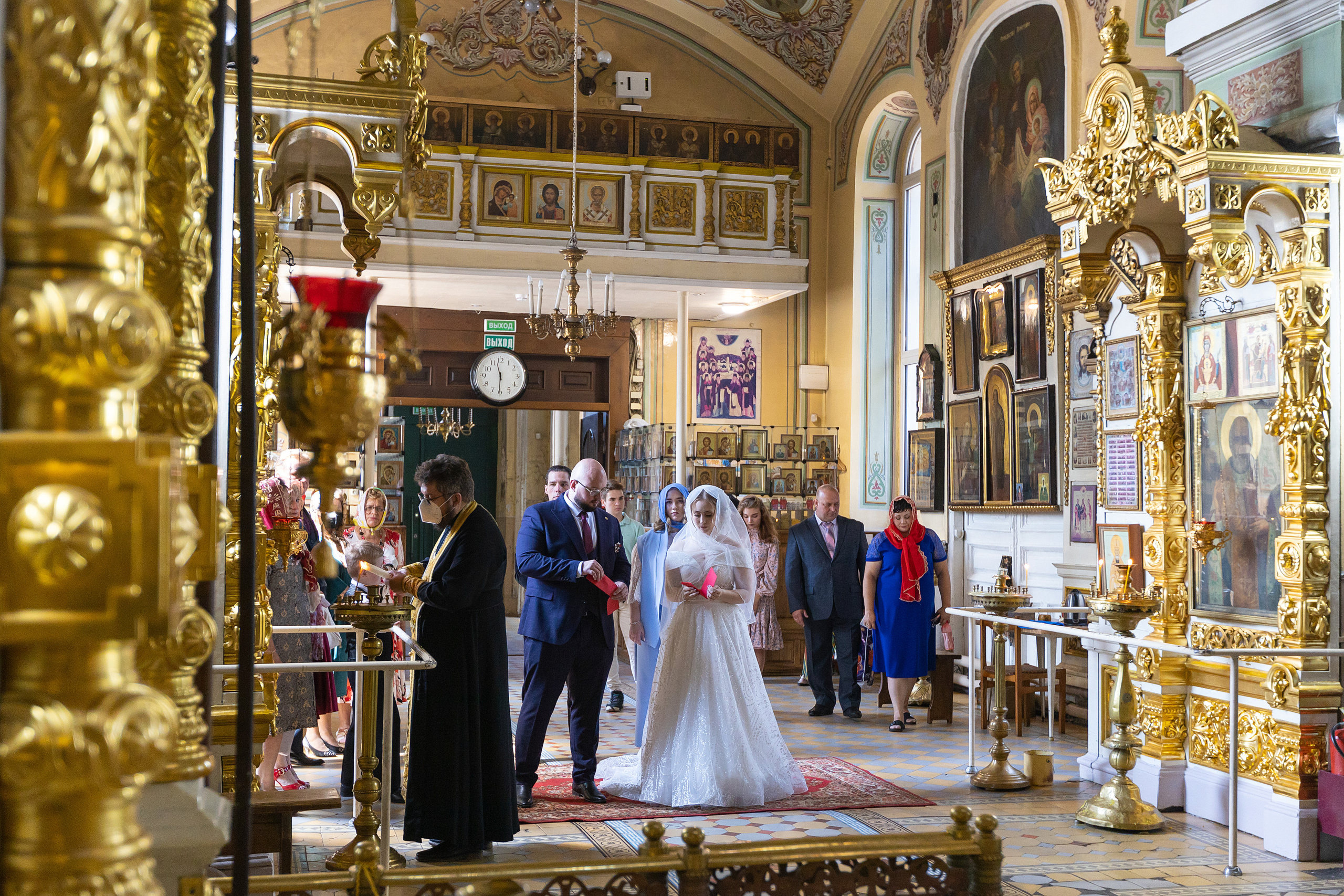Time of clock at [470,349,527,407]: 11:30
